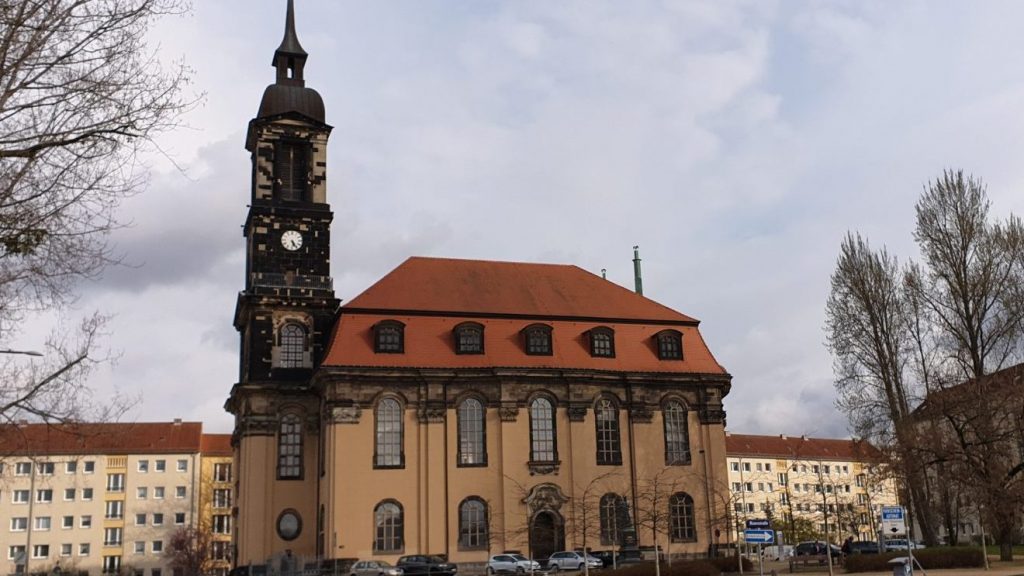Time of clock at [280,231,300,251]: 5:24
